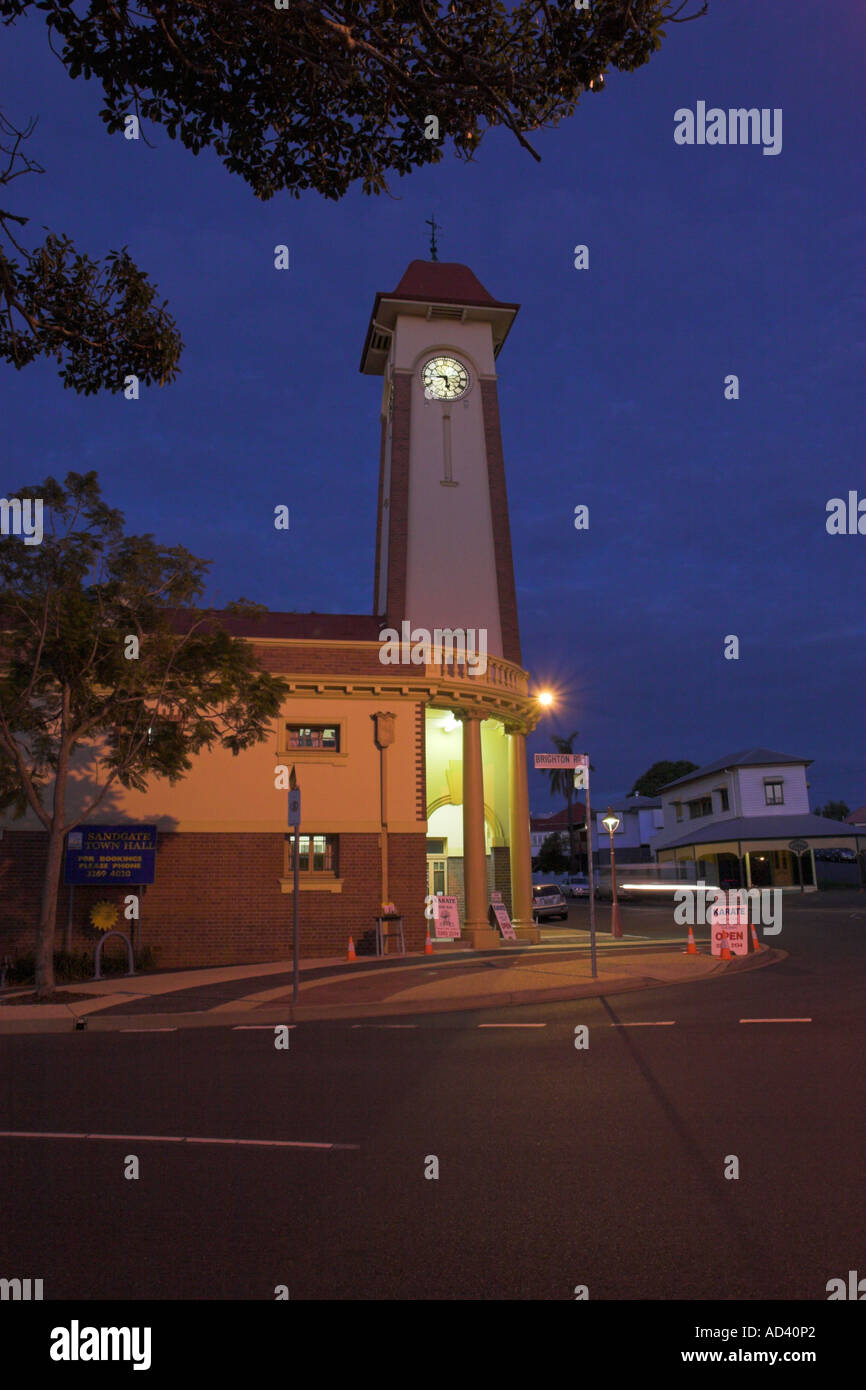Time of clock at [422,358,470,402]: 5:44
